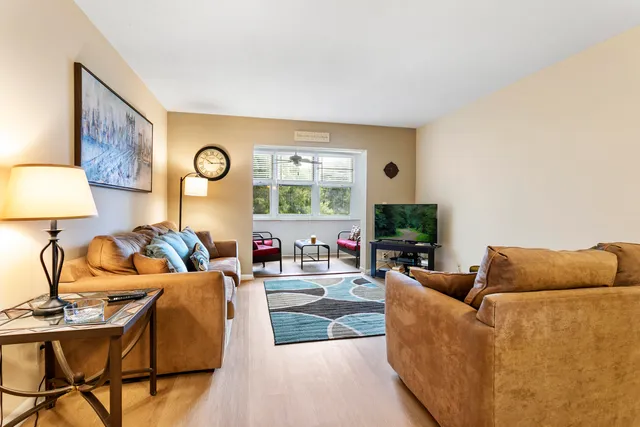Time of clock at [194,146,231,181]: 10:14
